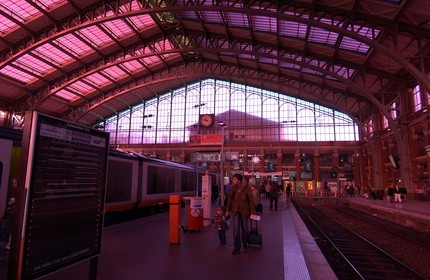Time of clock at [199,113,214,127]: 10:47
